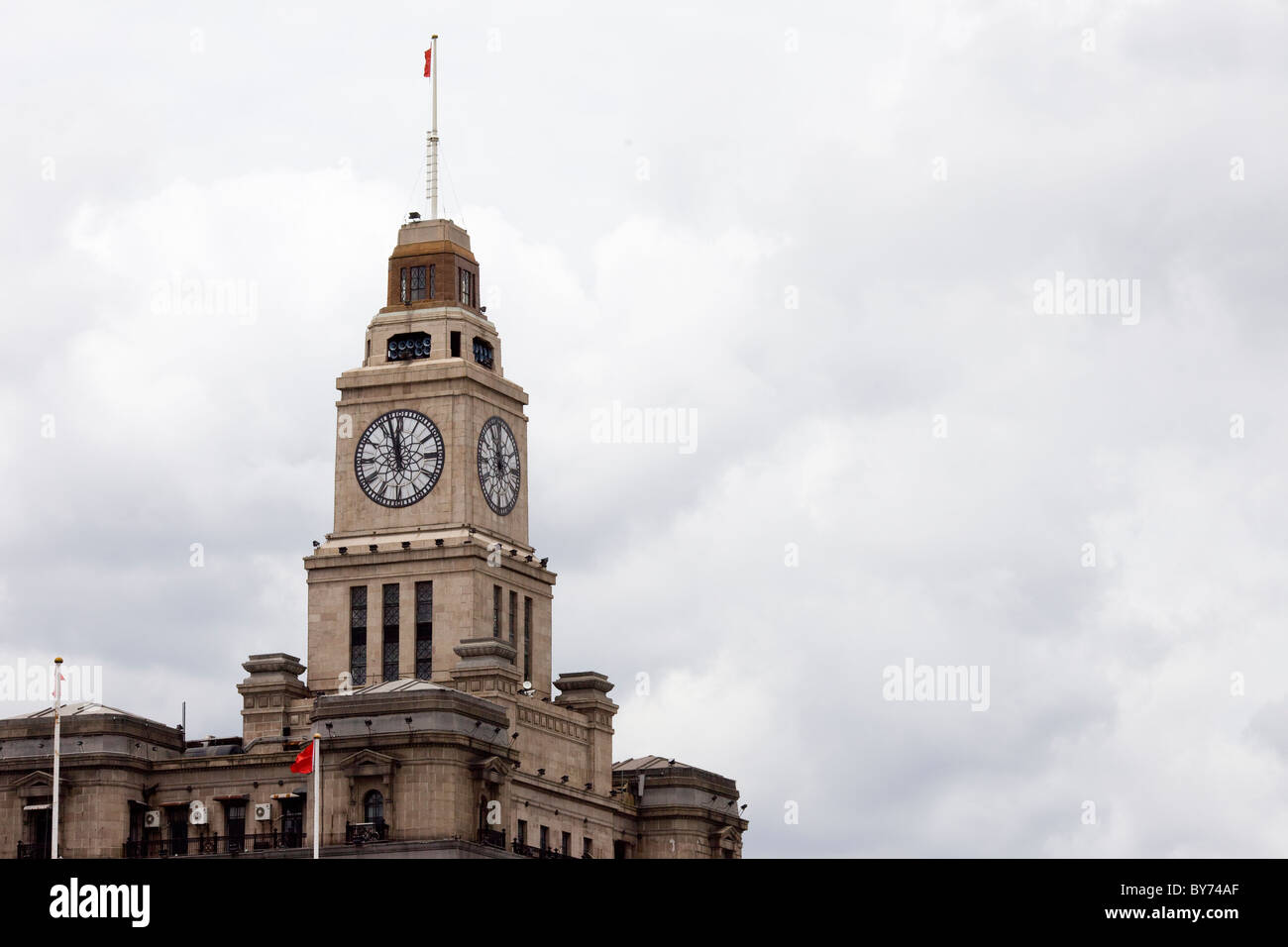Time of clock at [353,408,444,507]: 11:57
